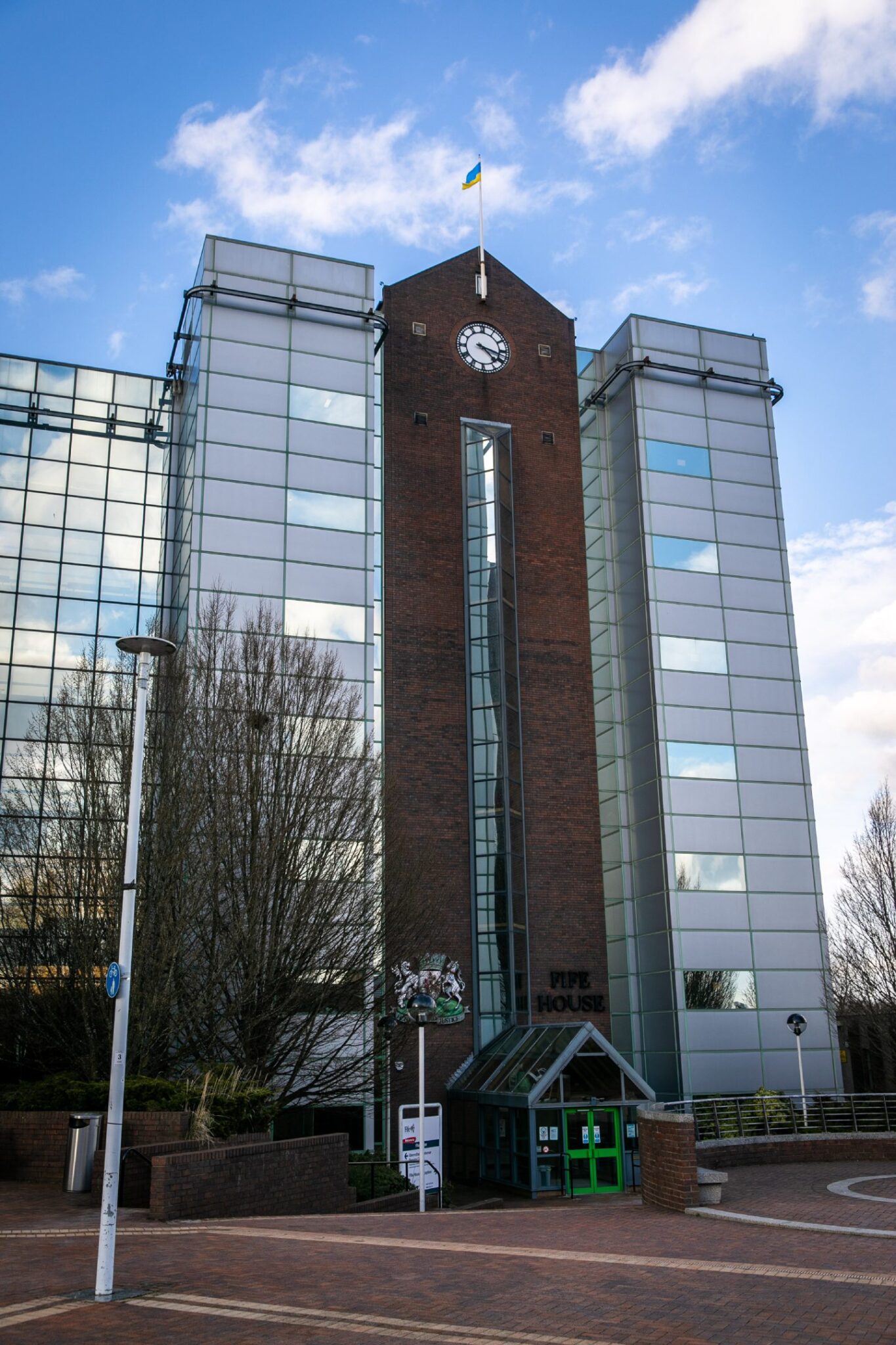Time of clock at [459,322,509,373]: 4:17
